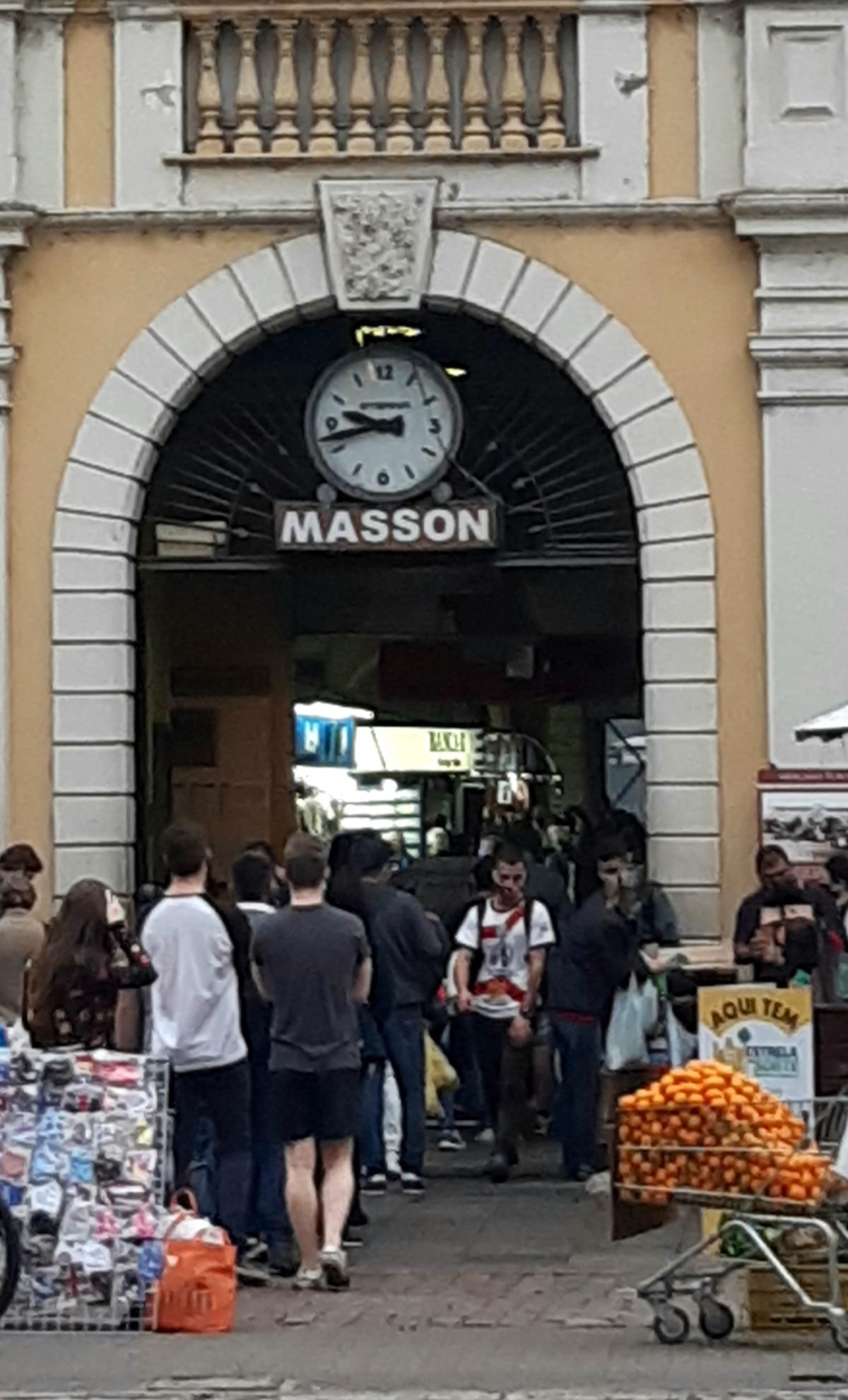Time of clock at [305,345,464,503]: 9:42
